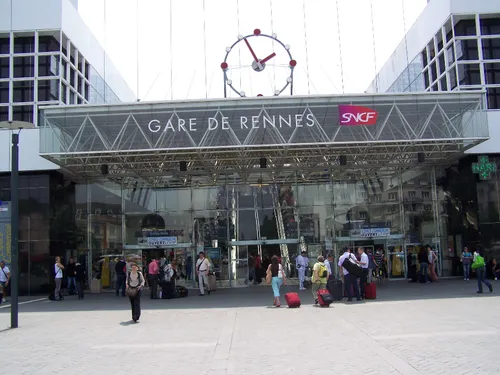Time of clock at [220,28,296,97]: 1:55
